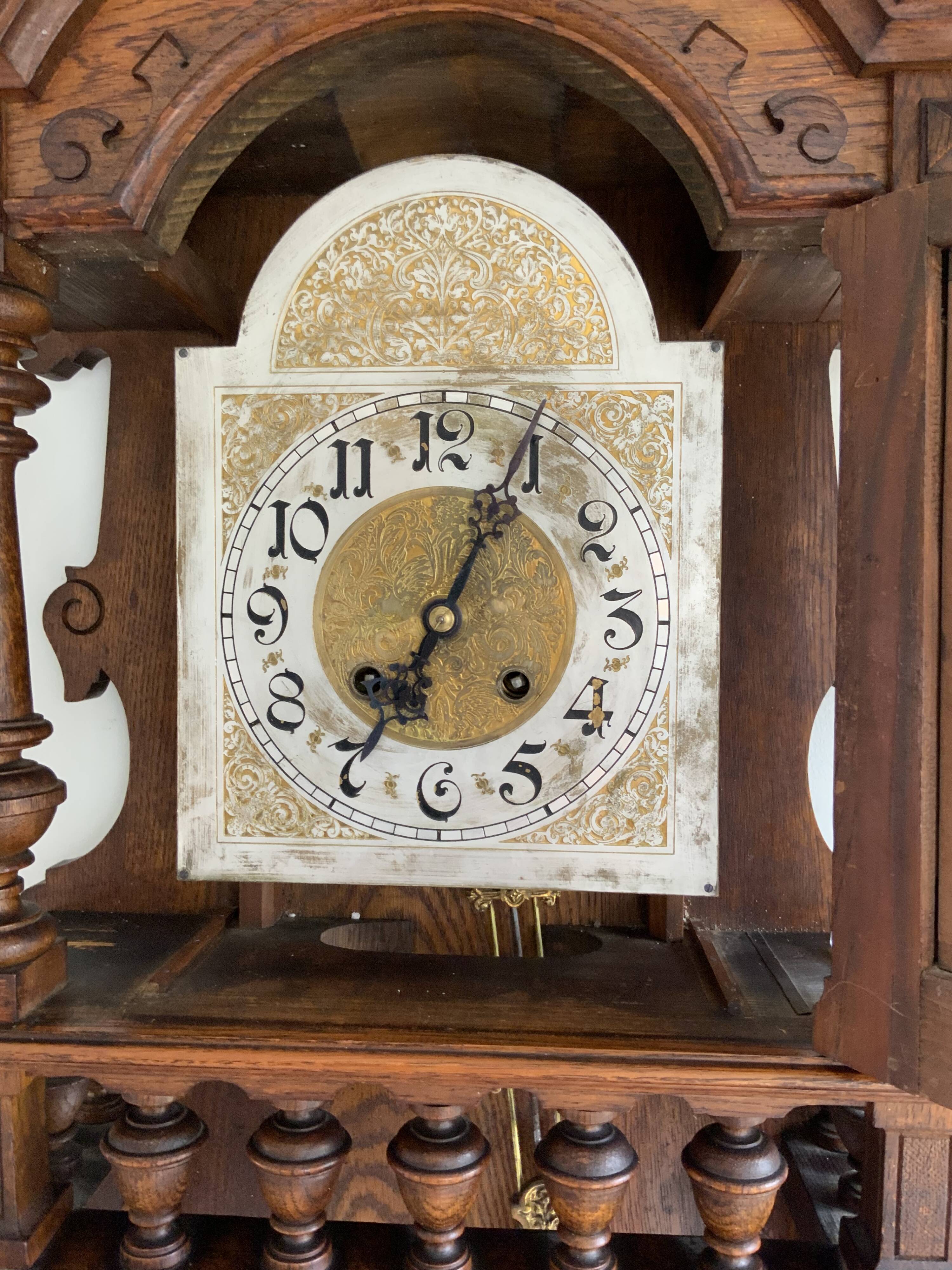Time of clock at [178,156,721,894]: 7:04
